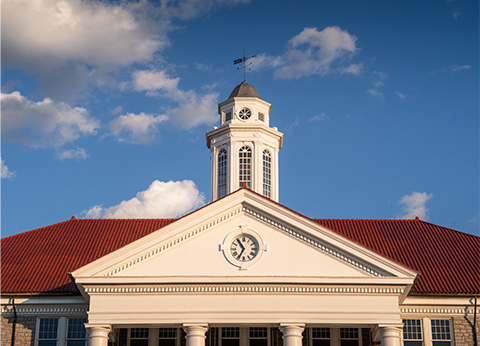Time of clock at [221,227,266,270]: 10:34
